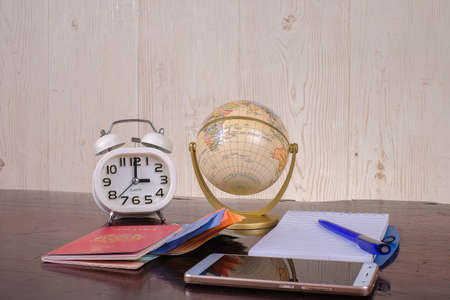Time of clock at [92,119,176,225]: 3:00
